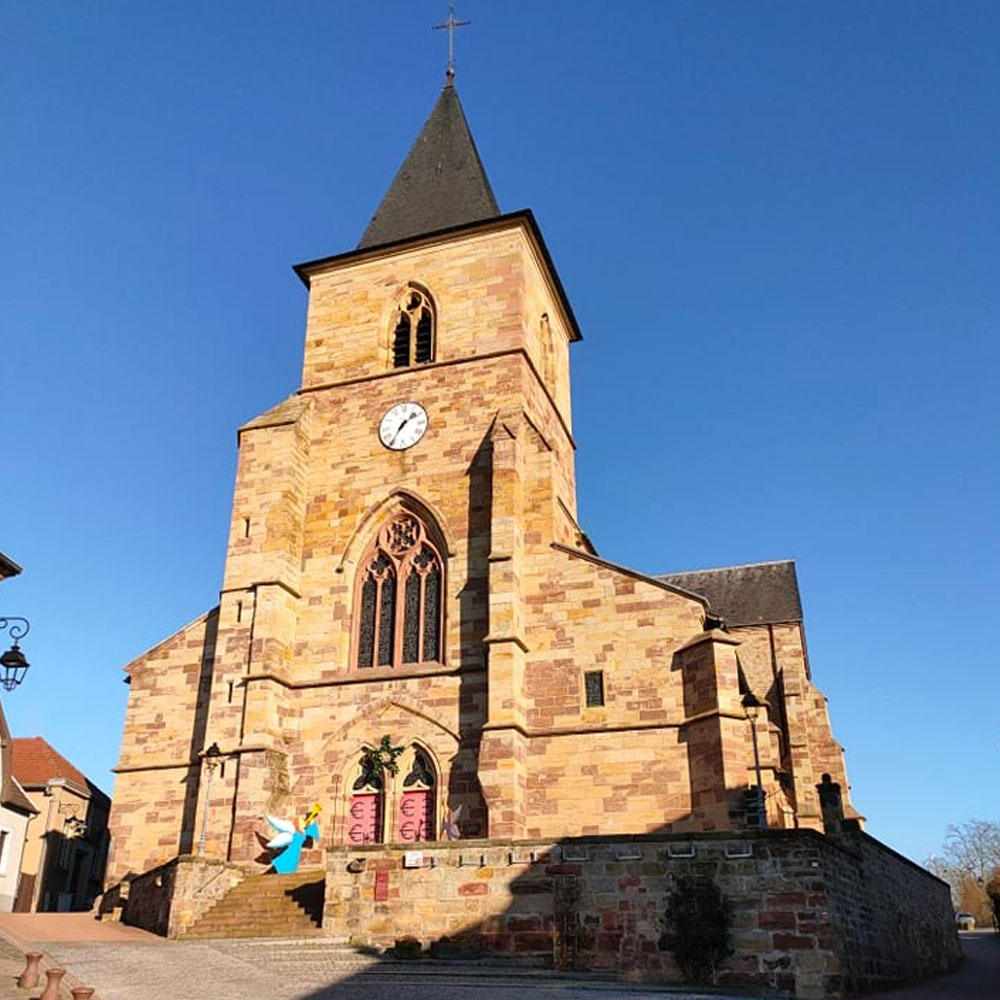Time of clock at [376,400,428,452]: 1:35
